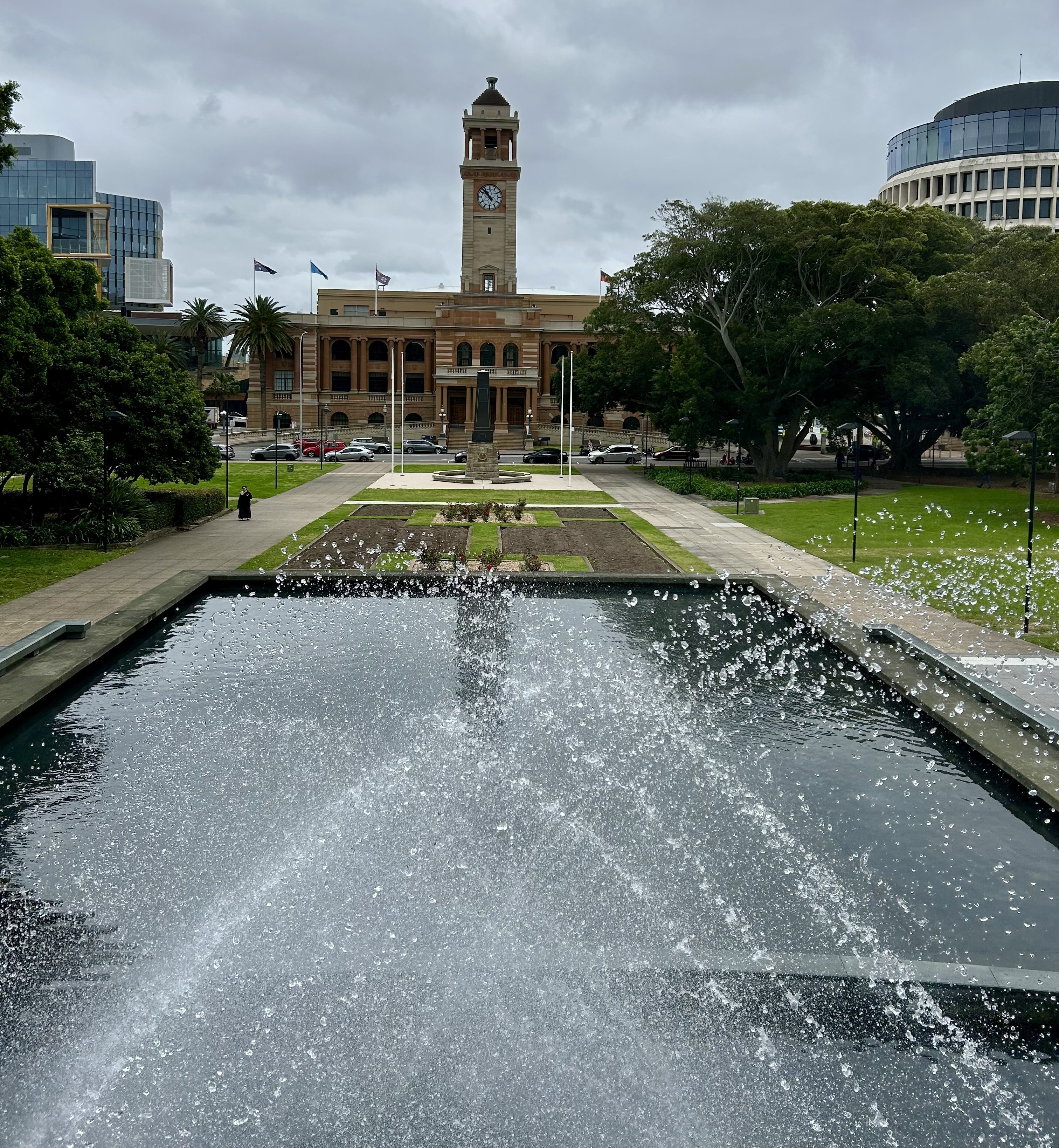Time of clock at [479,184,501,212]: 10:52
